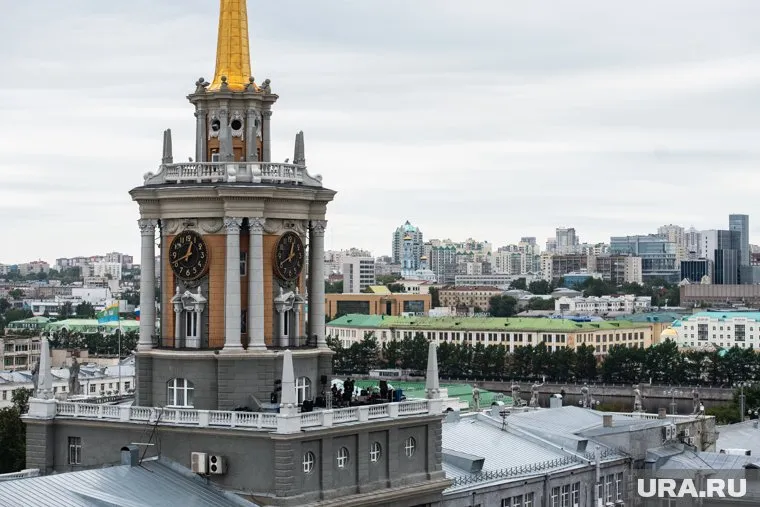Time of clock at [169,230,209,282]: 12:41
